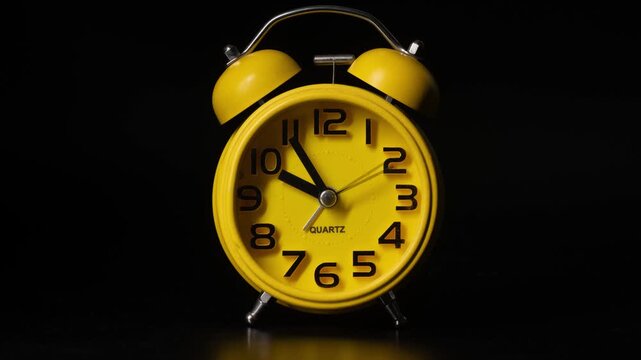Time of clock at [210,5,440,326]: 9:54
